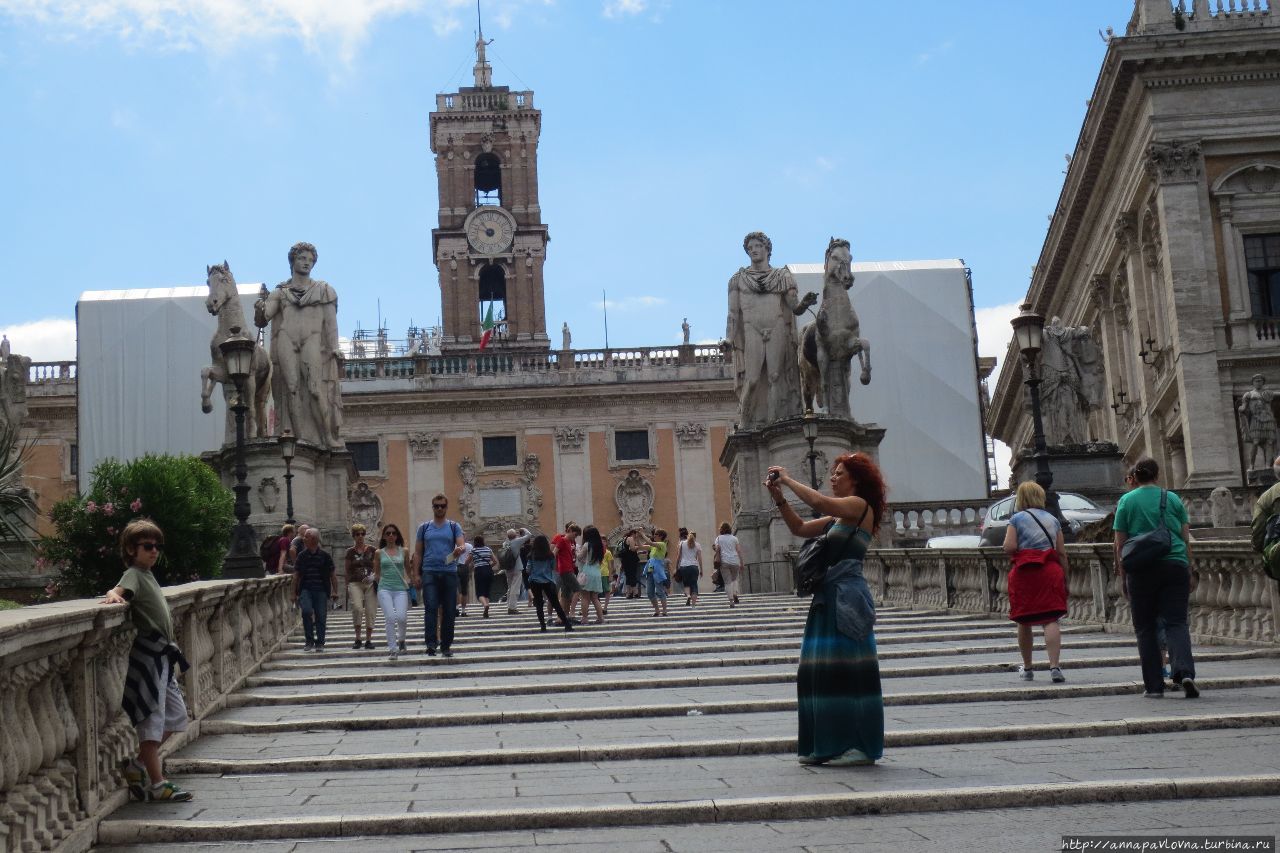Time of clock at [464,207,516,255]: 10:47
